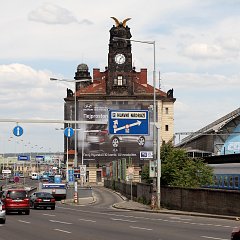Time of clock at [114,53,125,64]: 1:33
